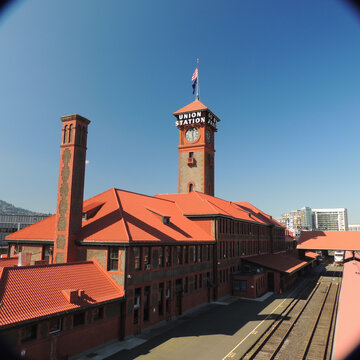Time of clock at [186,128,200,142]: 12:28
